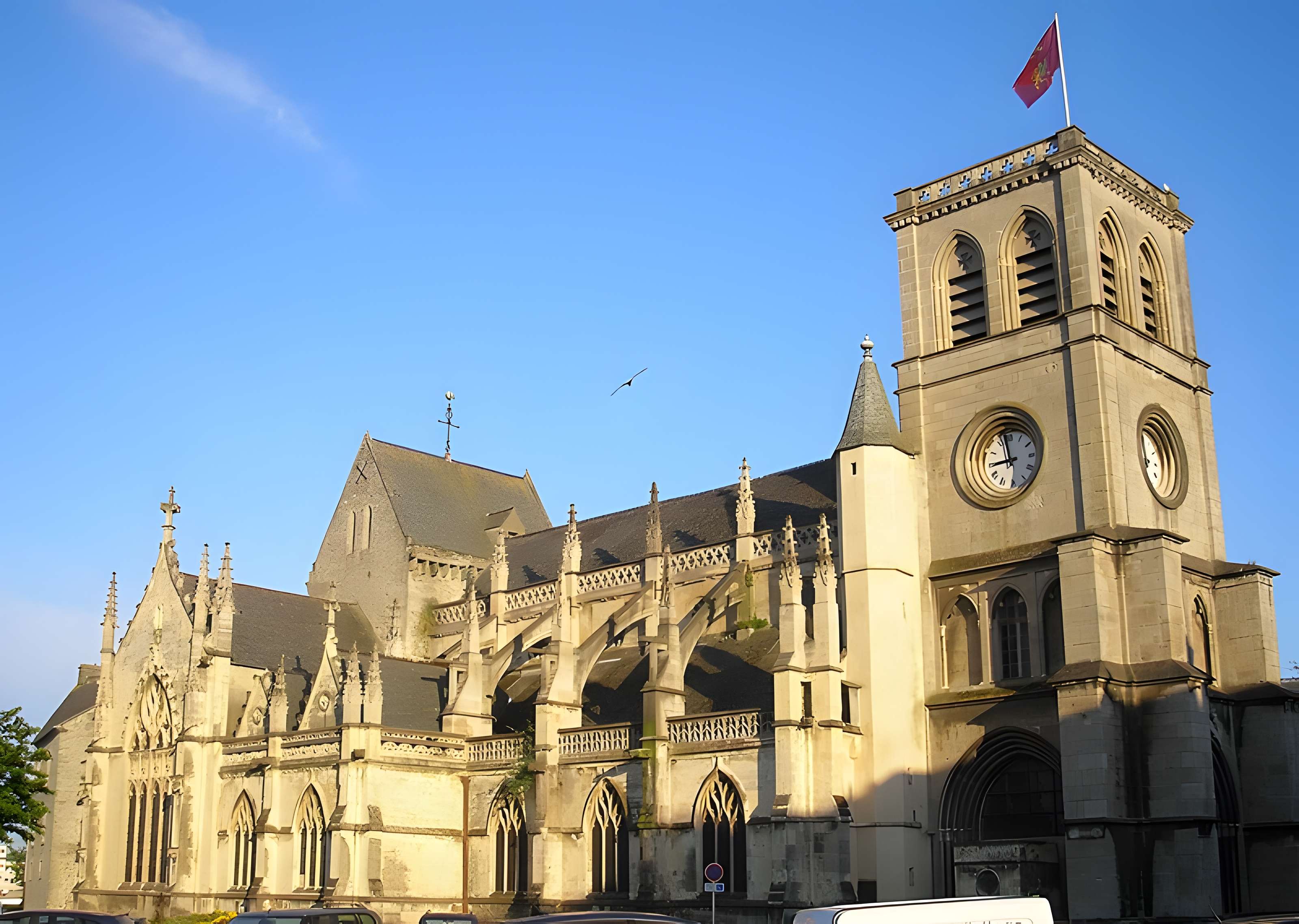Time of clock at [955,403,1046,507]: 8:58
